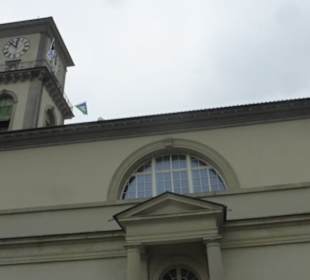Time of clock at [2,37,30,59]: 11:52
